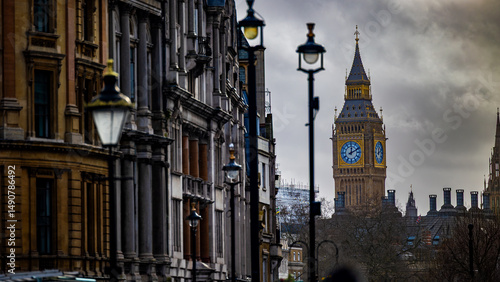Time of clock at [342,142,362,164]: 12:10
